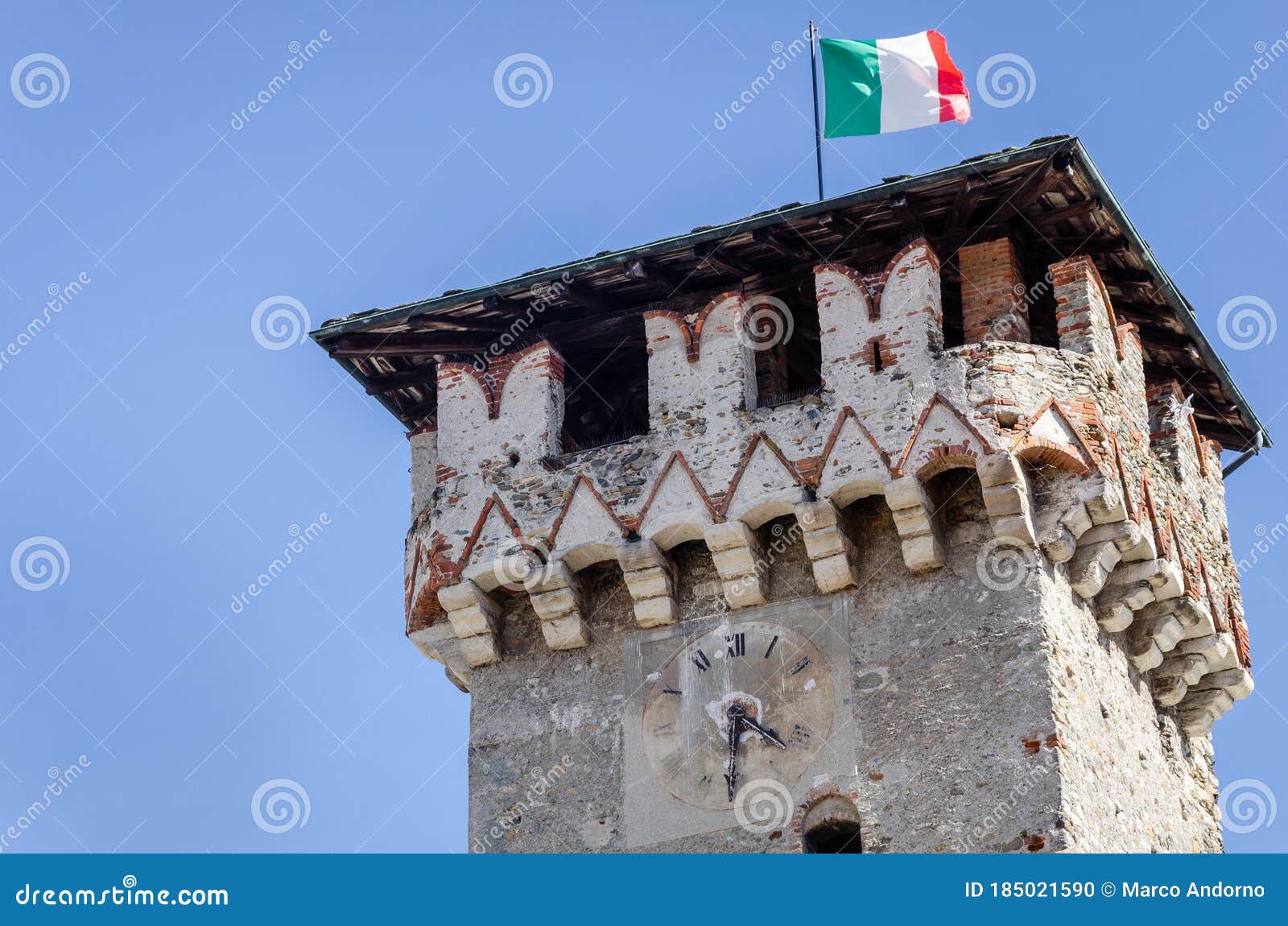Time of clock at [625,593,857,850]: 4:31
